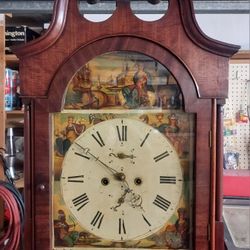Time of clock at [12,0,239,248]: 8:51
